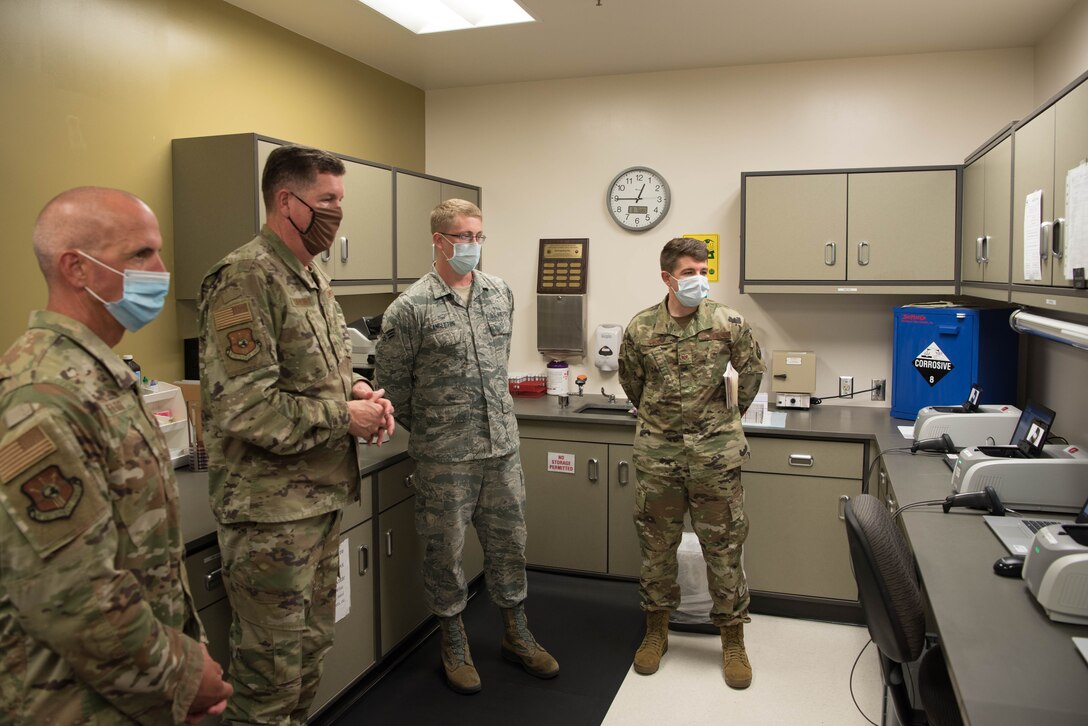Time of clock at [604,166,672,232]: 12:44
